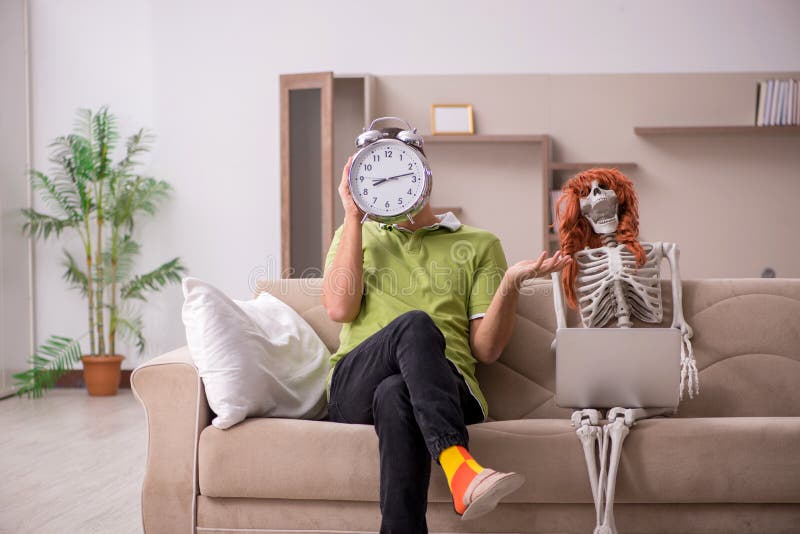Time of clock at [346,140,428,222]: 8:12
